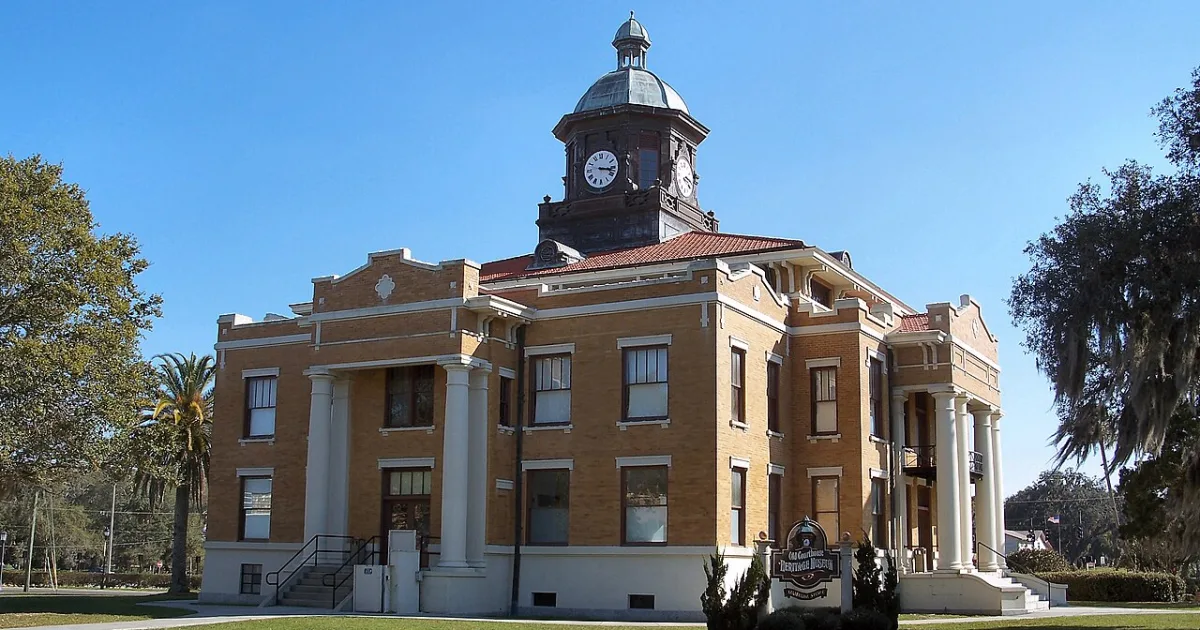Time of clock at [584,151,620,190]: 3:17
